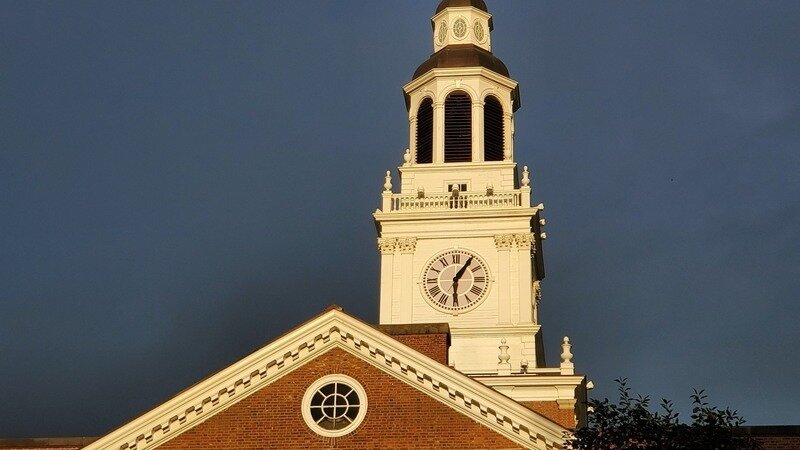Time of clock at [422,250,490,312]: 6:05
